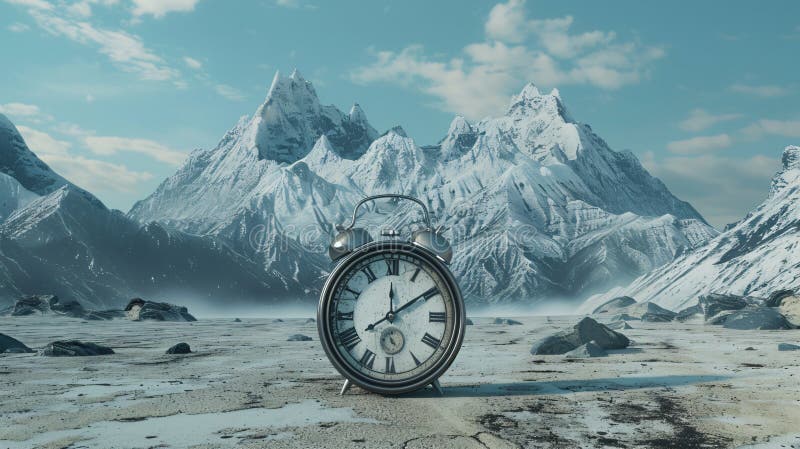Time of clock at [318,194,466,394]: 12:09
